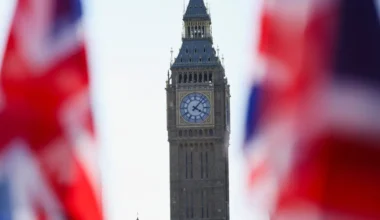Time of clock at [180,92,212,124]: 4:07
